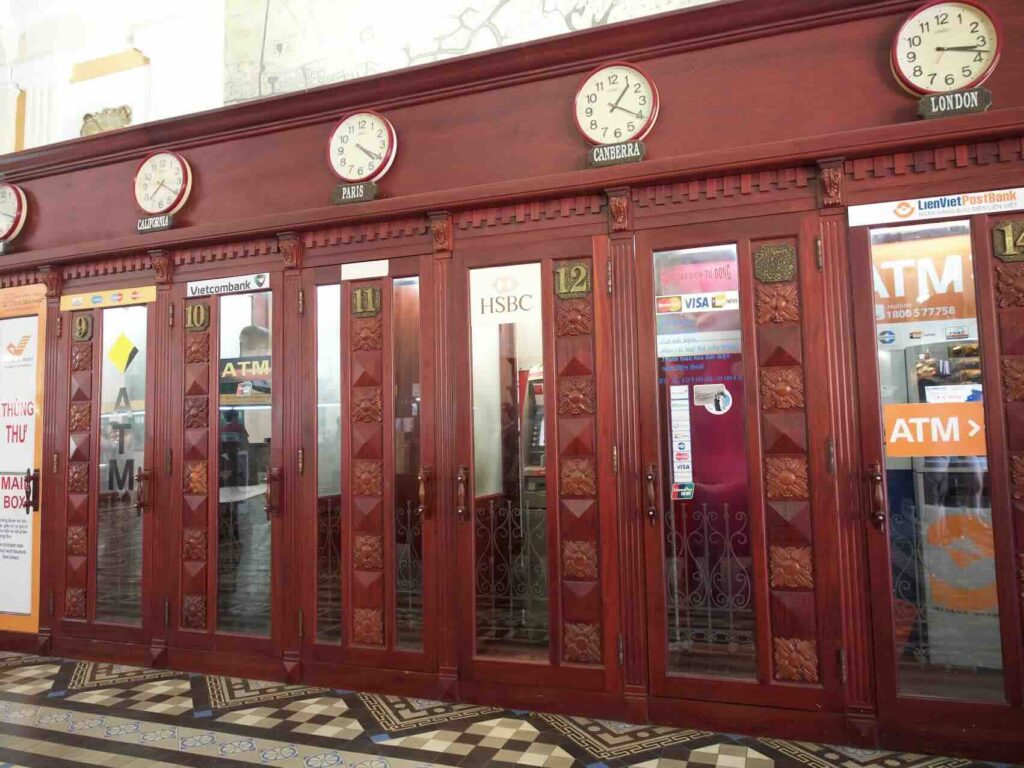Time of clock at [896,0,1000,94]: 3:17
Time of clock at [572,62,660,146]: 1:20
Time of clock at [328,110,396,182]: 4:19
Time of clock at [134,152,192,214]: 7:20
